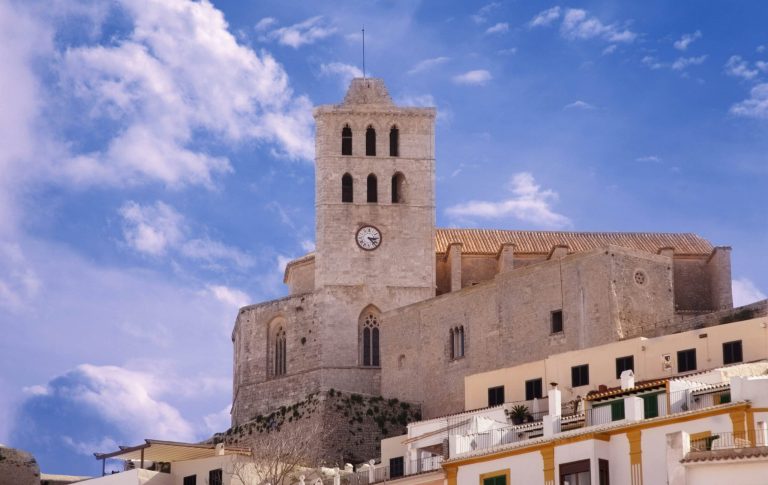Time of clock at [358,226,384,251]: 3:22
